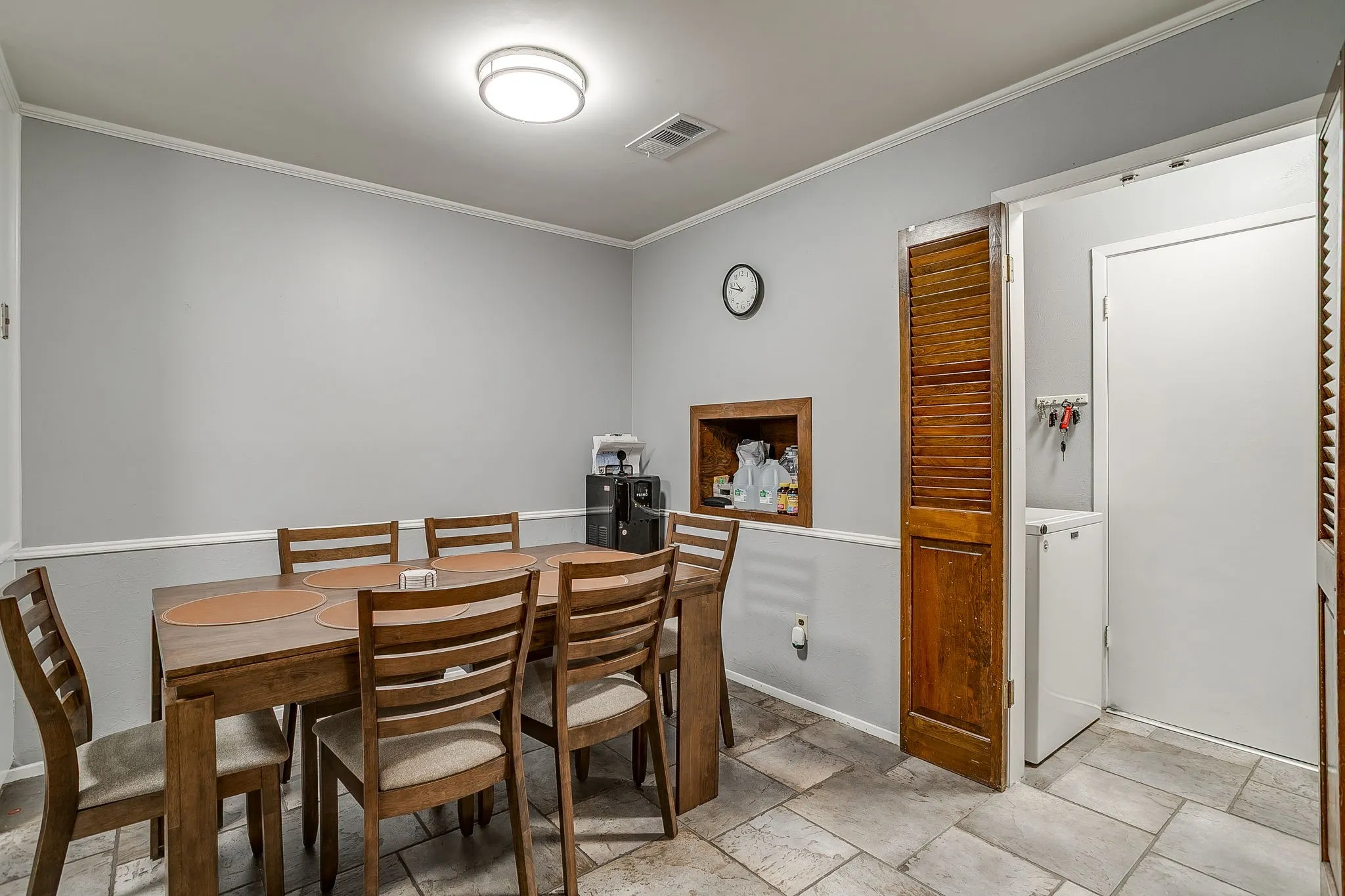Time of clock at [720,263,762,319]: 10:47
